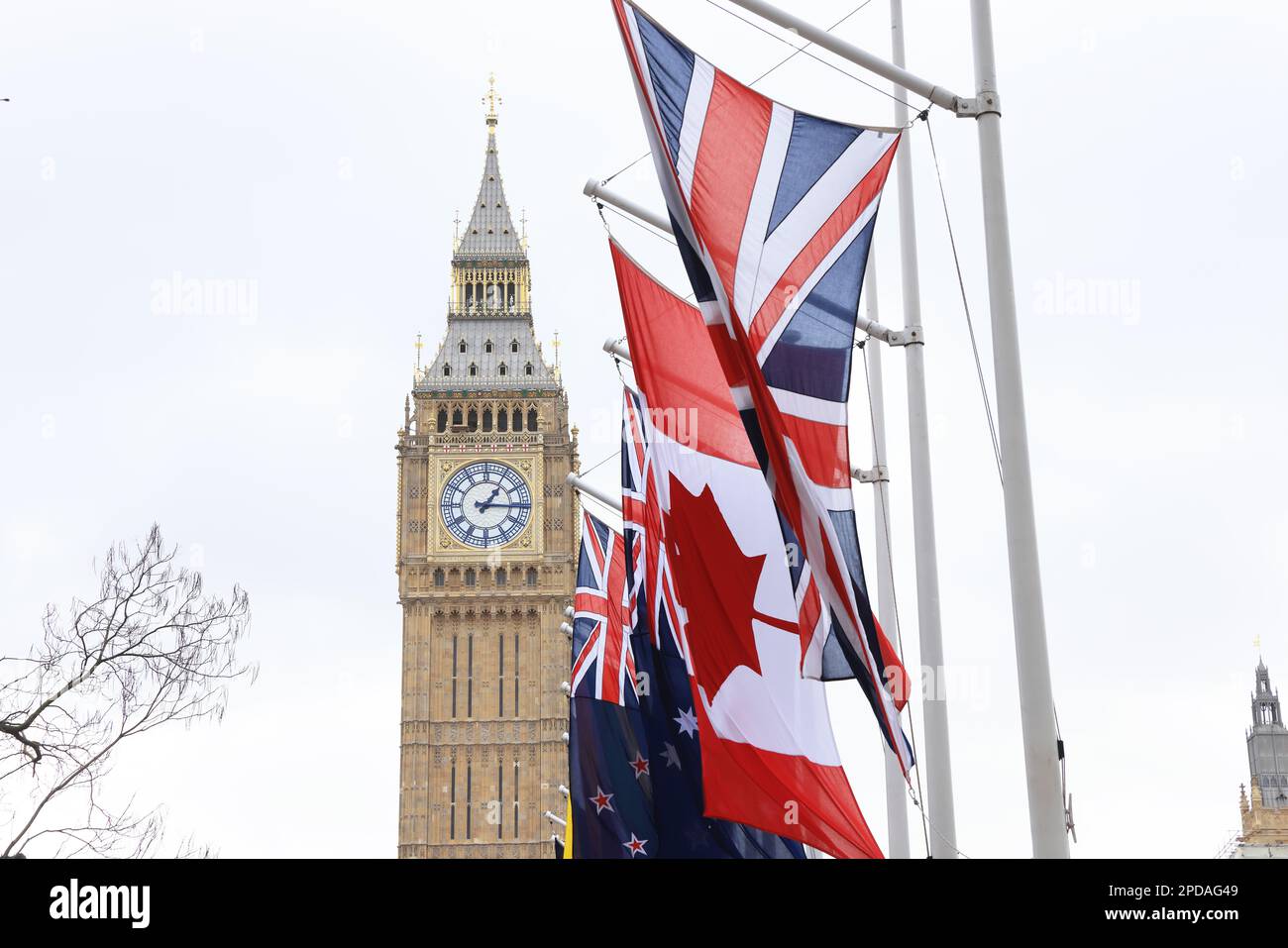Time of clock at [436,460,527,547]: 1:16
